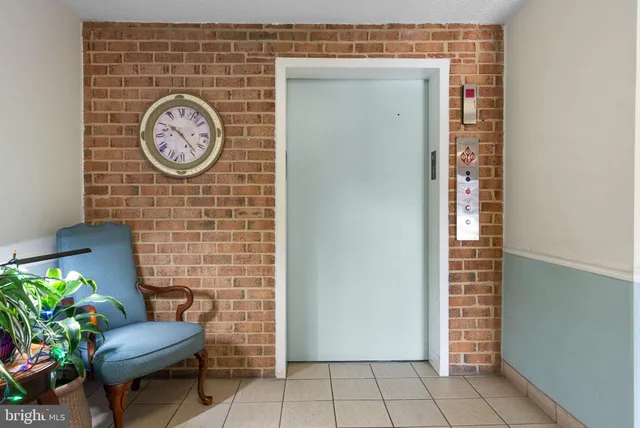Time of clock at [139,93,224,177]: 10:23
